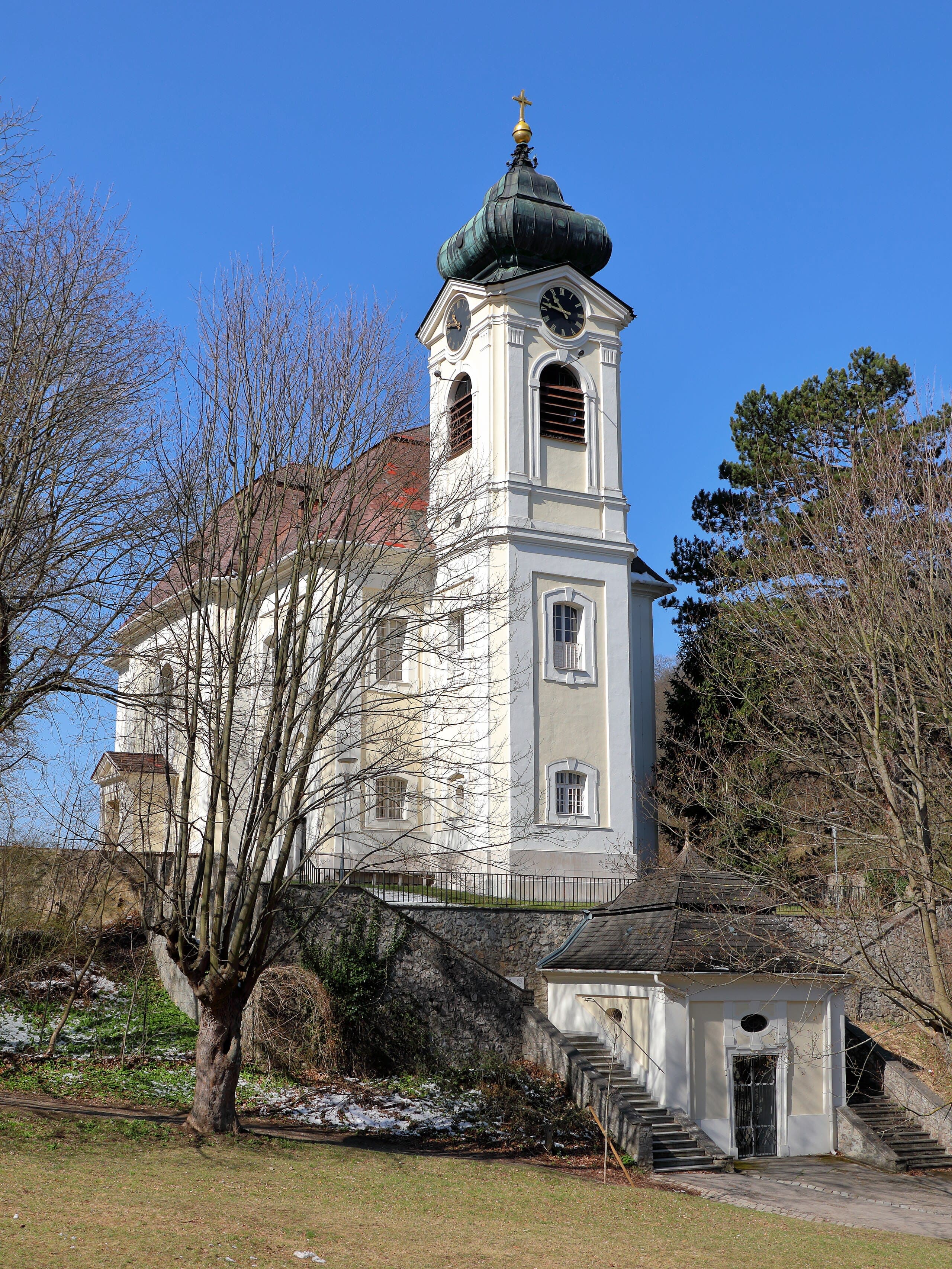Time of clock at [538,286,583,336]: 10:47
